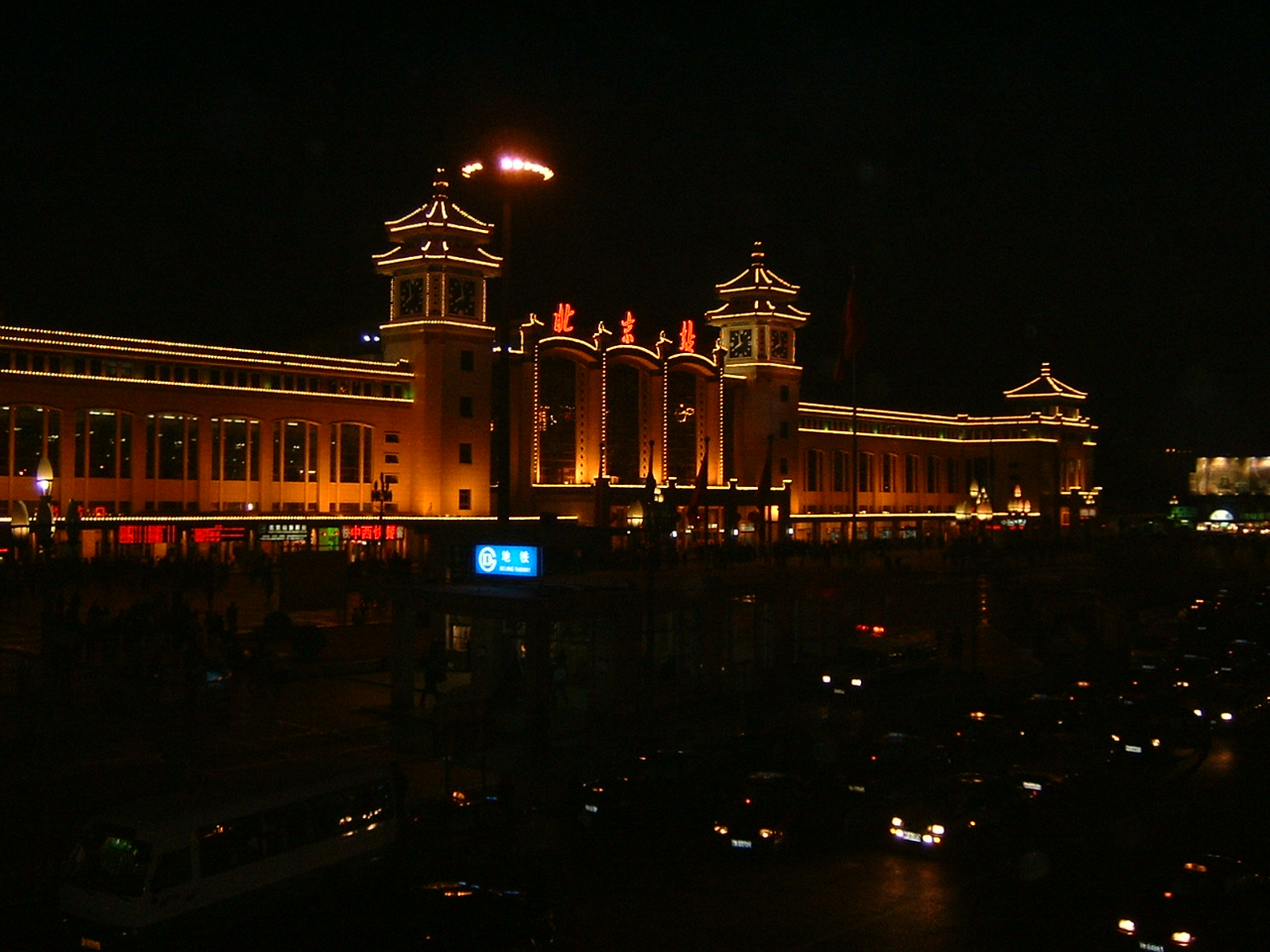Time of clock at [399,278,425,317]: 11:39
